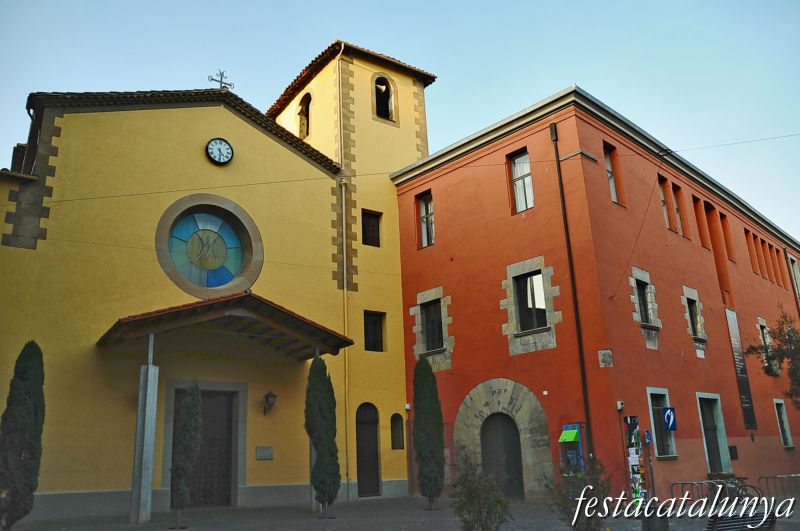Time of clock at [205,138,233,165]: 4:29
